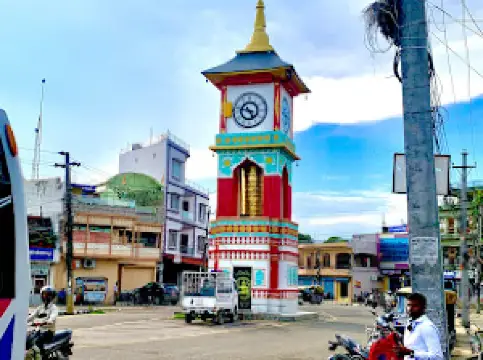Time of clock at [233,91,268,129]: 4:46
